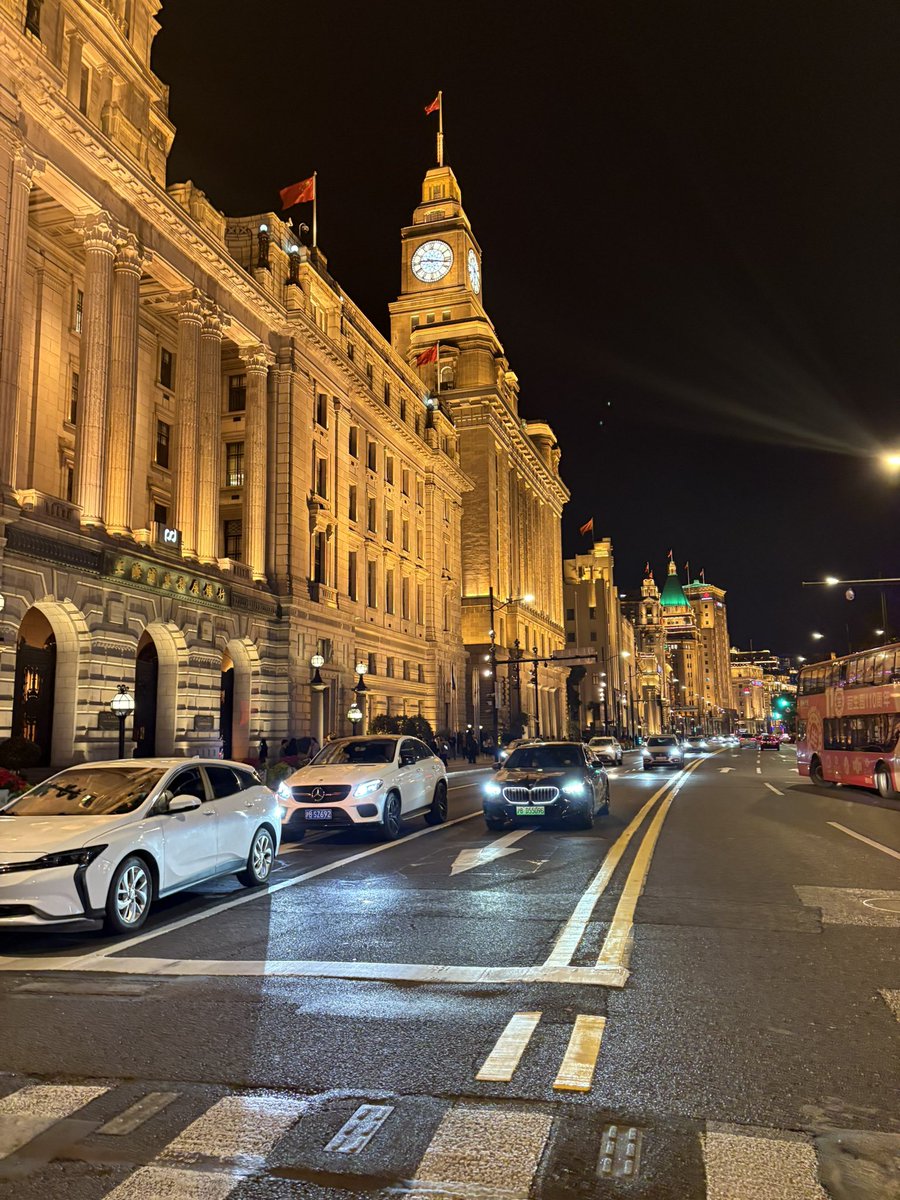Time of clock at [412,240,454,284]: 9:16
